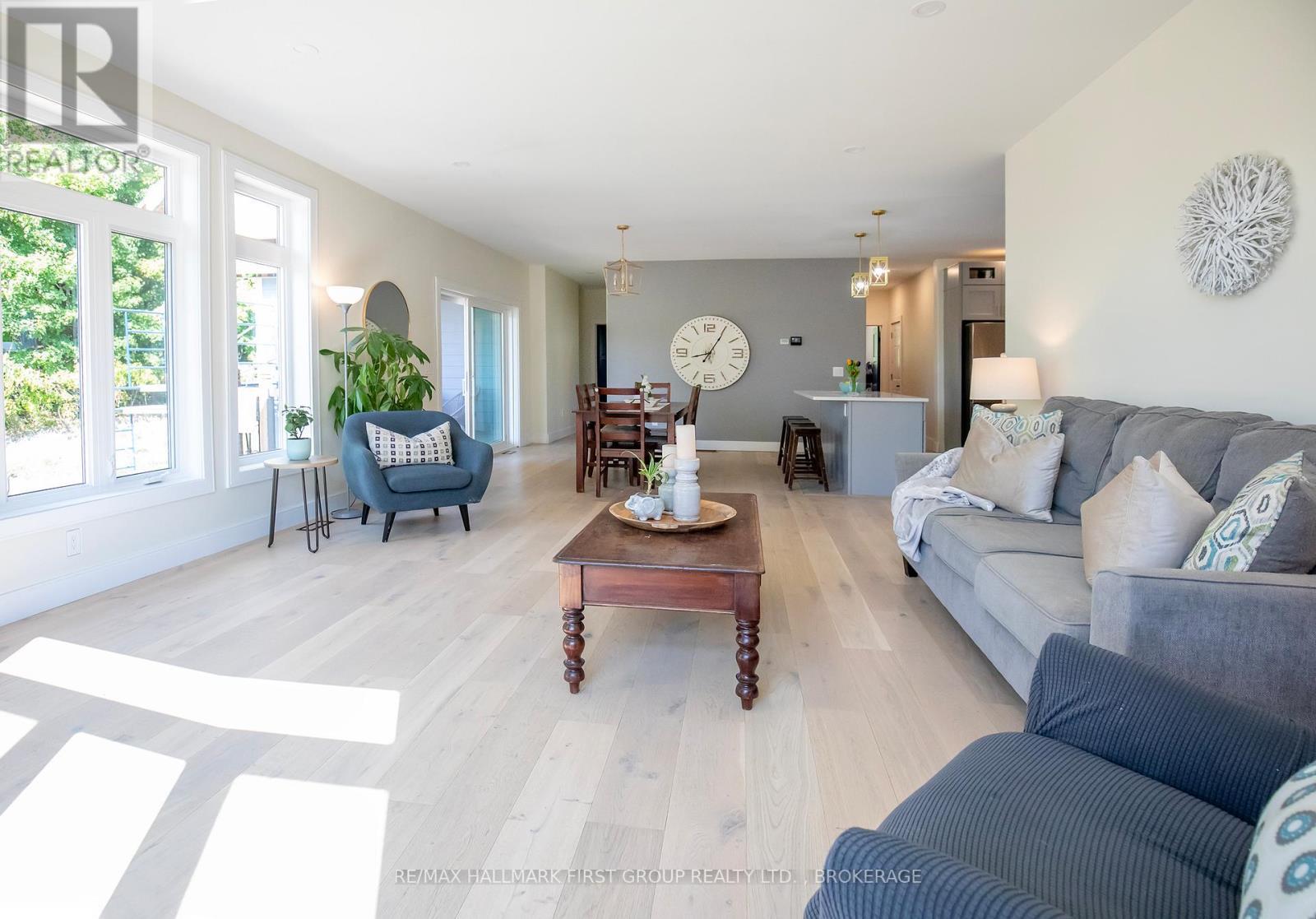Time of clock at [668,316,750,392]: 8:05
